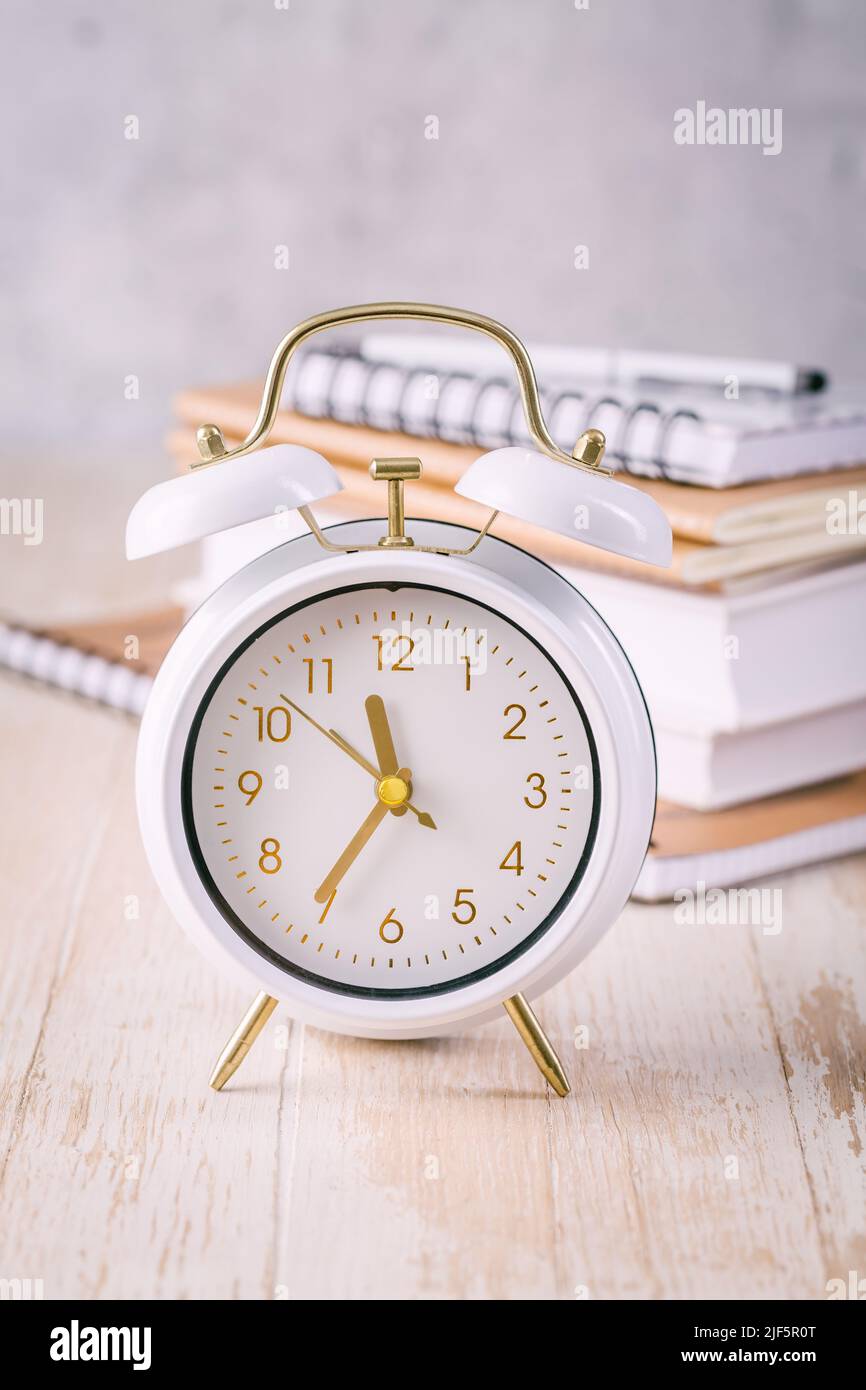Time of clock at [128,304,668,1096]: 11:35
